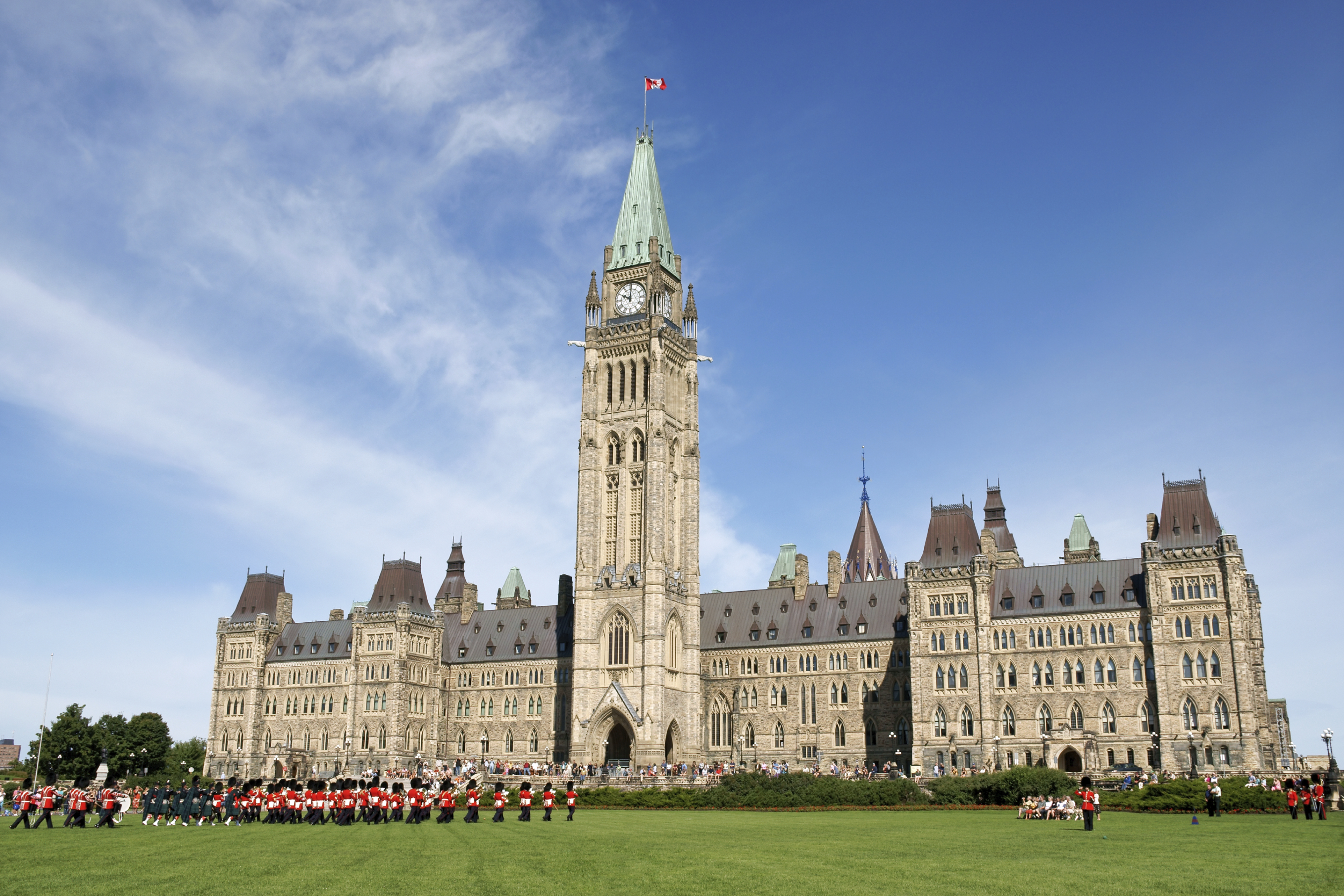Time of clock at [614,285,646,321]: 10:00
